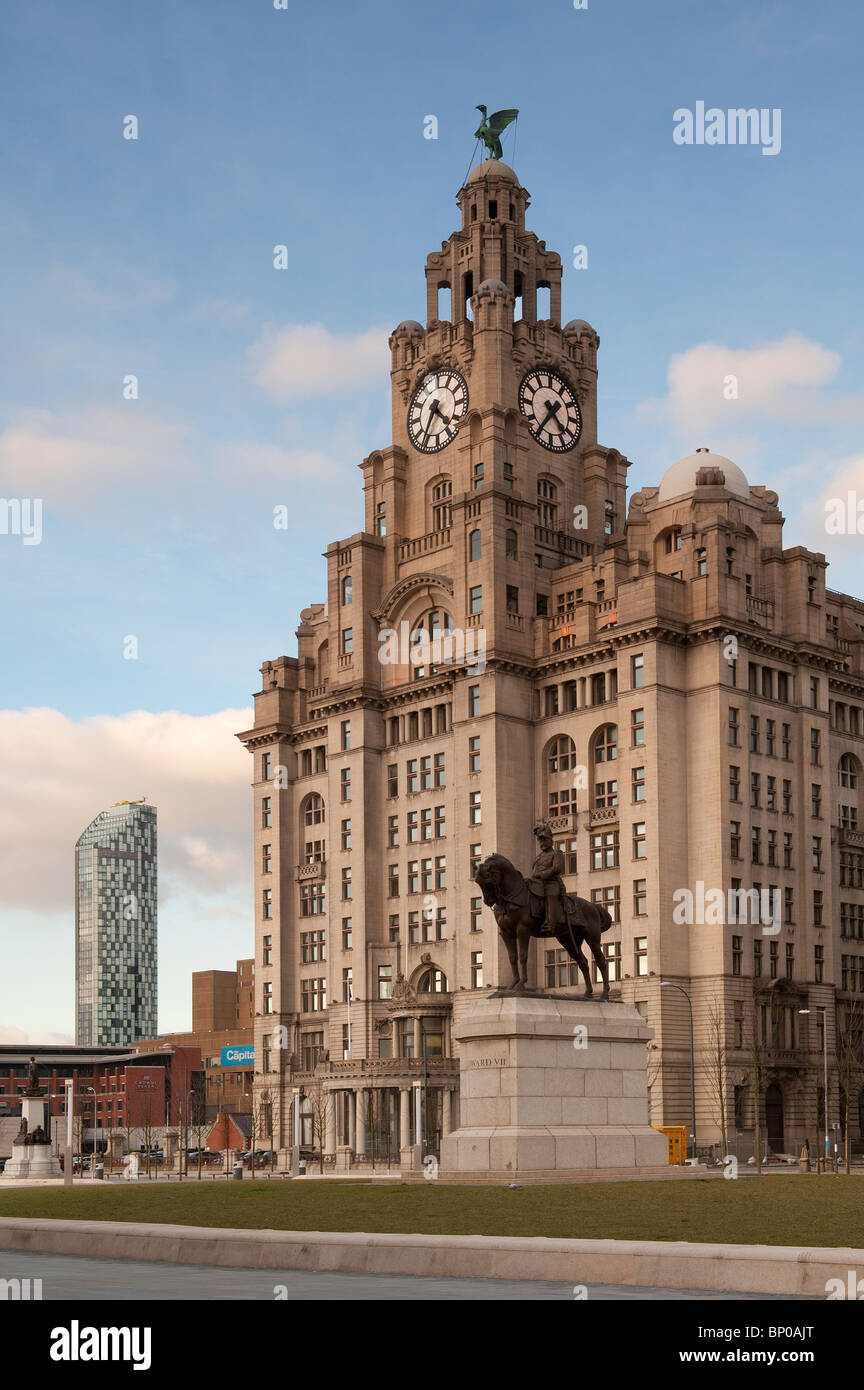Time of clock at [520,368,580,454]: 4:35
